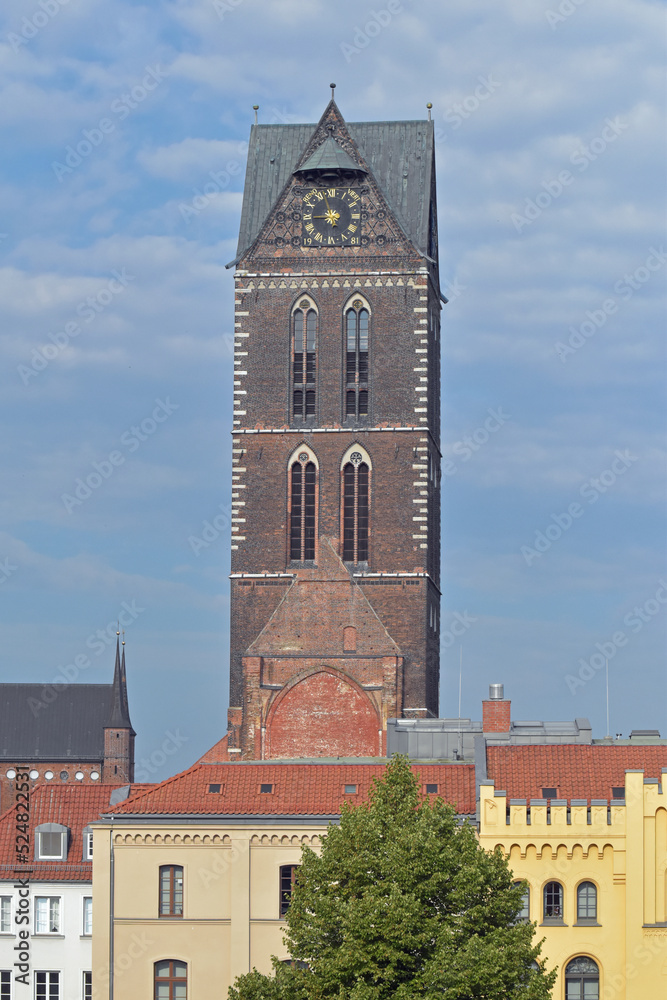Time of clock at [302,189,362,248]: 8:57
